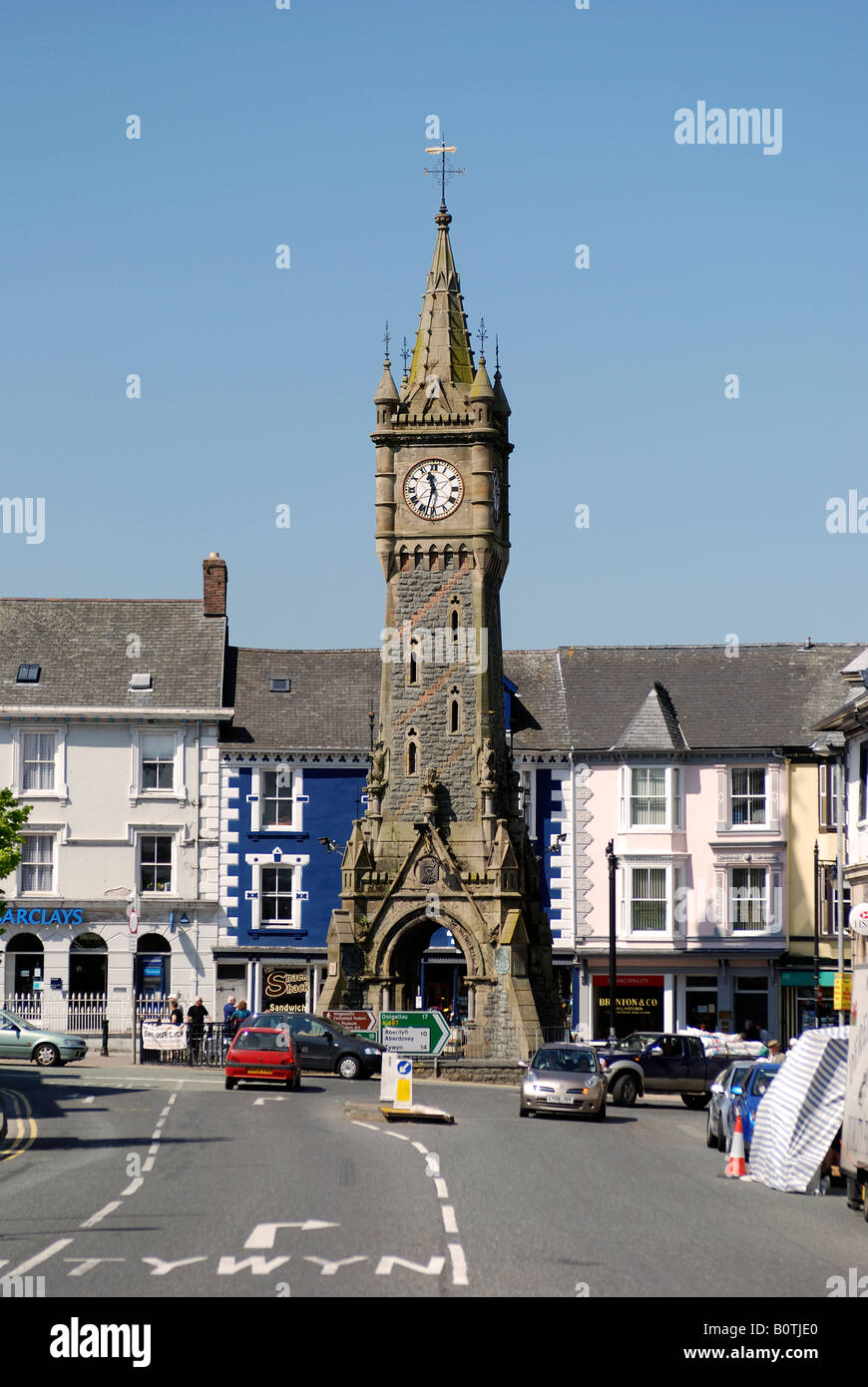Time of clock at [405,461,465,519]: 11:32
